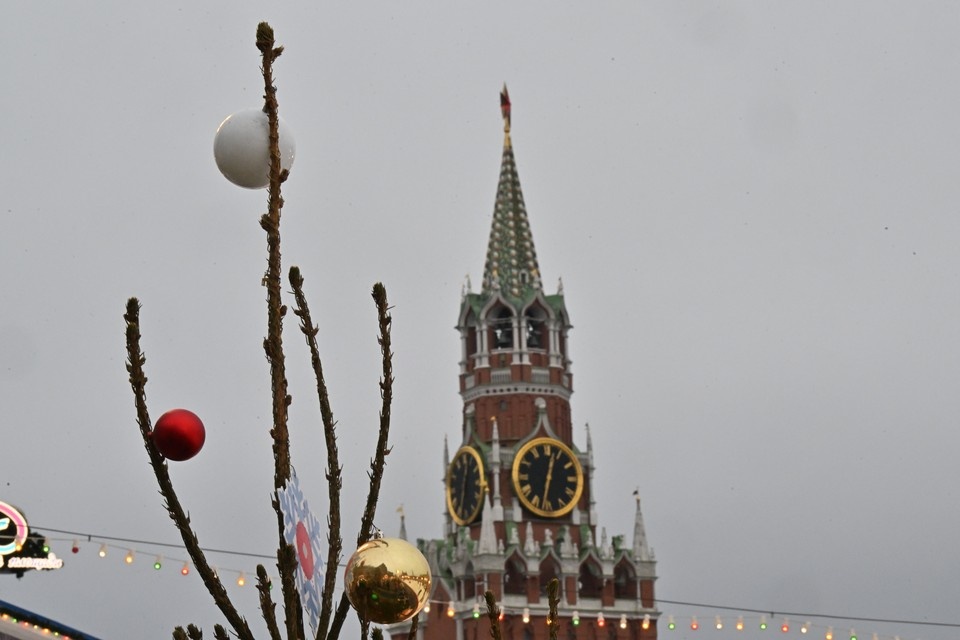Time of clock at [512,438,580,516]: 12:32
